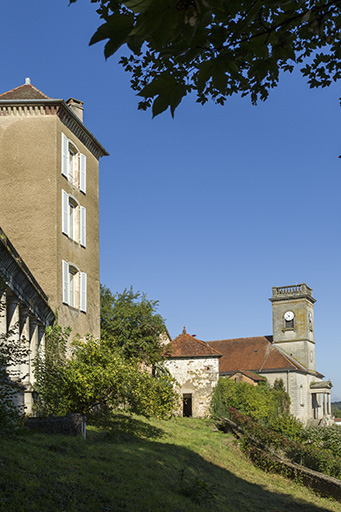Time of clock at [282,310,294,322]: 10:37
